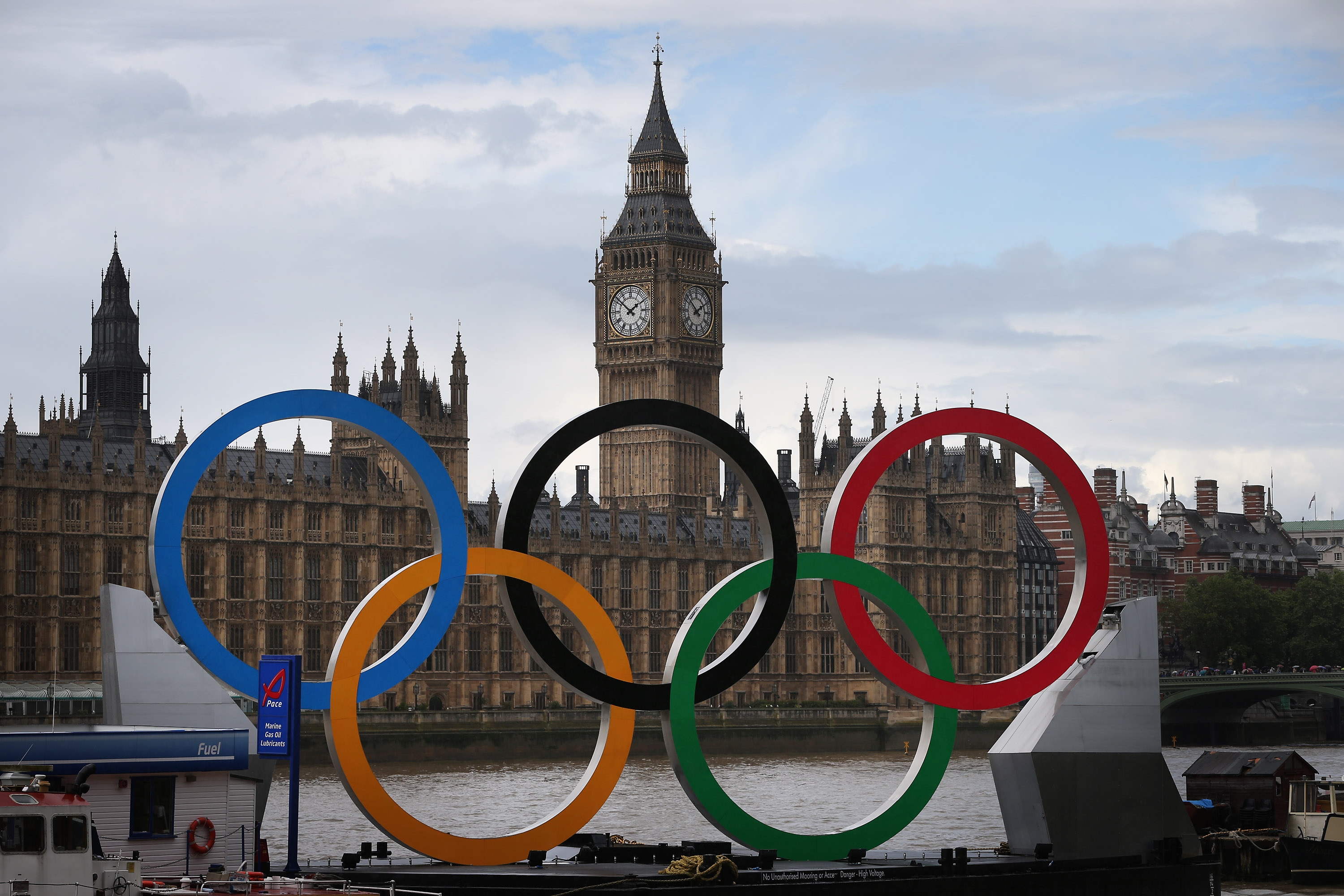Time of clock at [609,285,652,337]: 1:51
